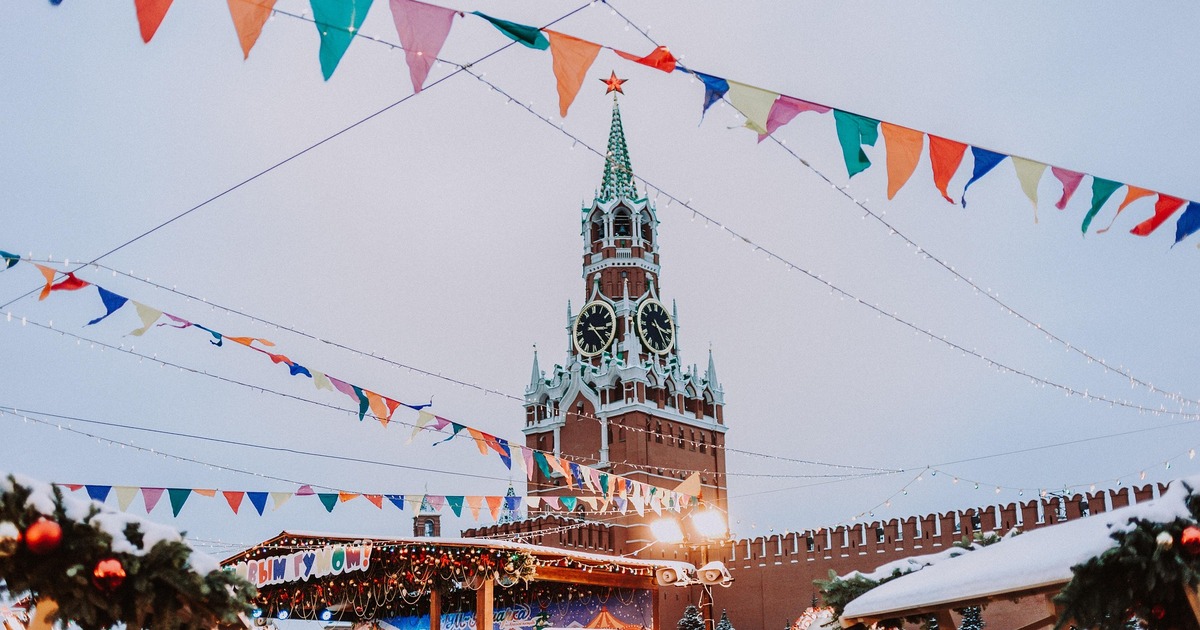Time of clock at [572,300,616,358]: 3:23
